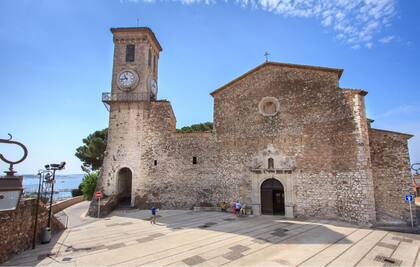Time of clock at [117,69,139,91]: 10:42
